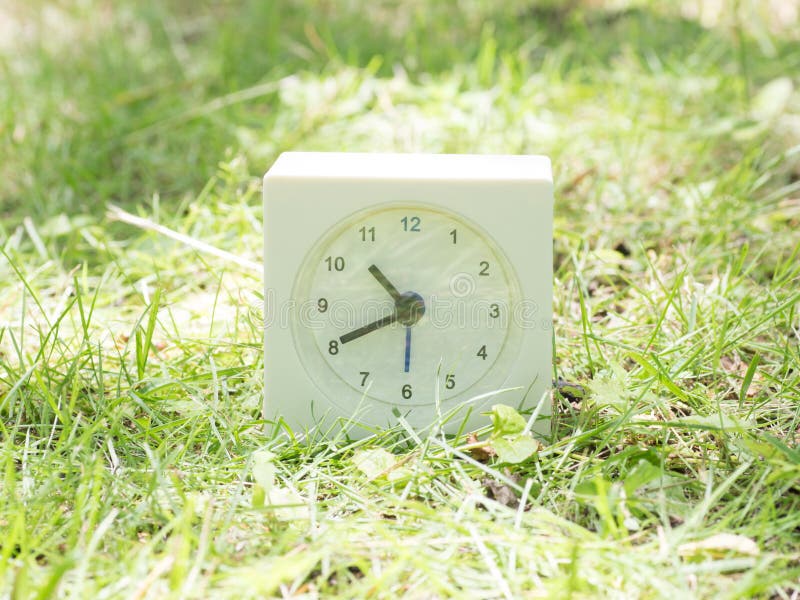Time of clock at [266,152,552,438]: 10:40
